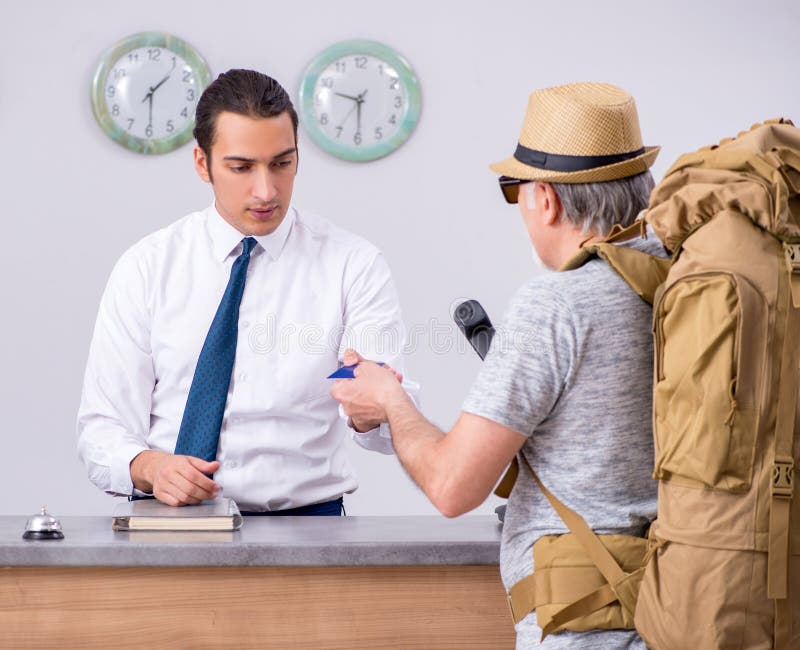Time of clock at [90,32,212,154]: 1:29
